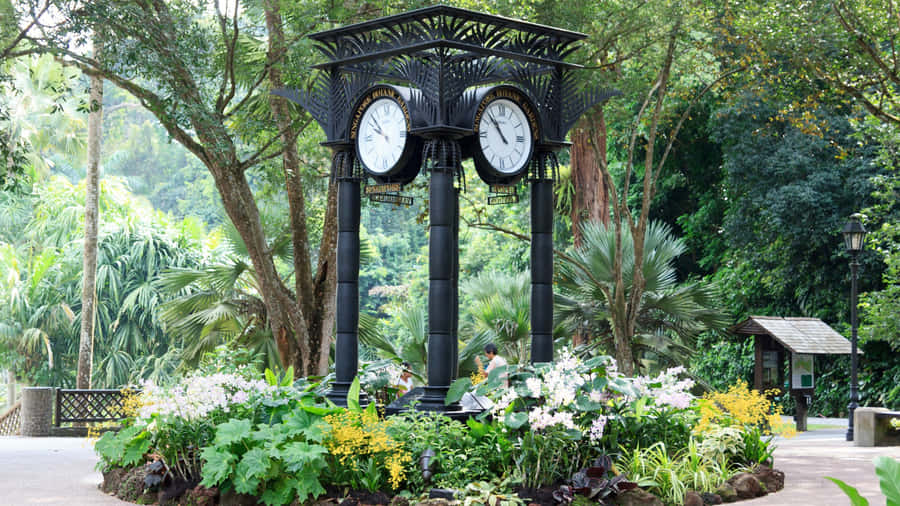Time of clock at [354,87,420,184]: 9:52
